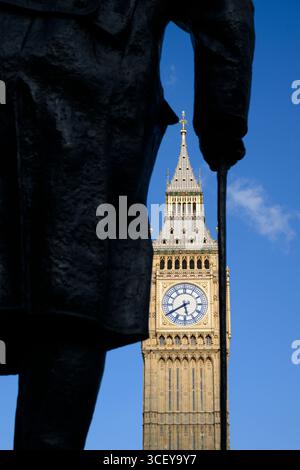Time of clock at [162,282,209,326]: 5:40
